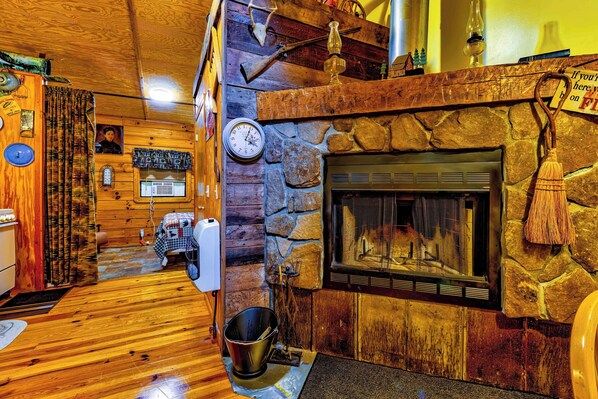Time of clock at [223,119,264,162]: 4:04
